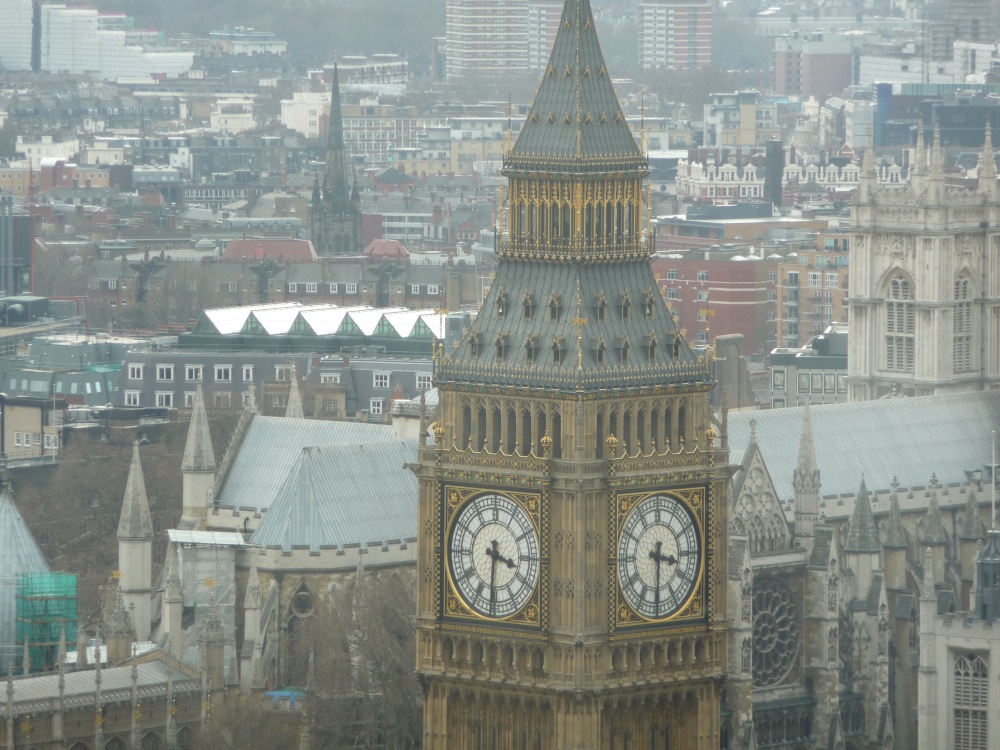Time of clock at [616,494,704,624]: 3:30
